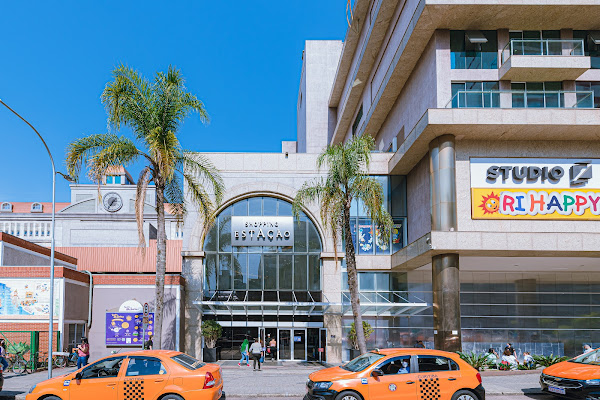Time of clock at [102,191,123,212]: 1:35
